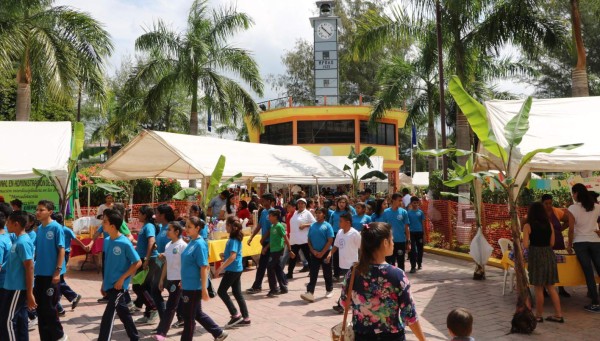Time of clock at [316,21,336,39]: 10:22
